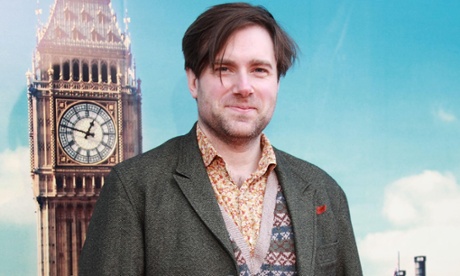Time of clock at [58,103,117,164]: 12:47
